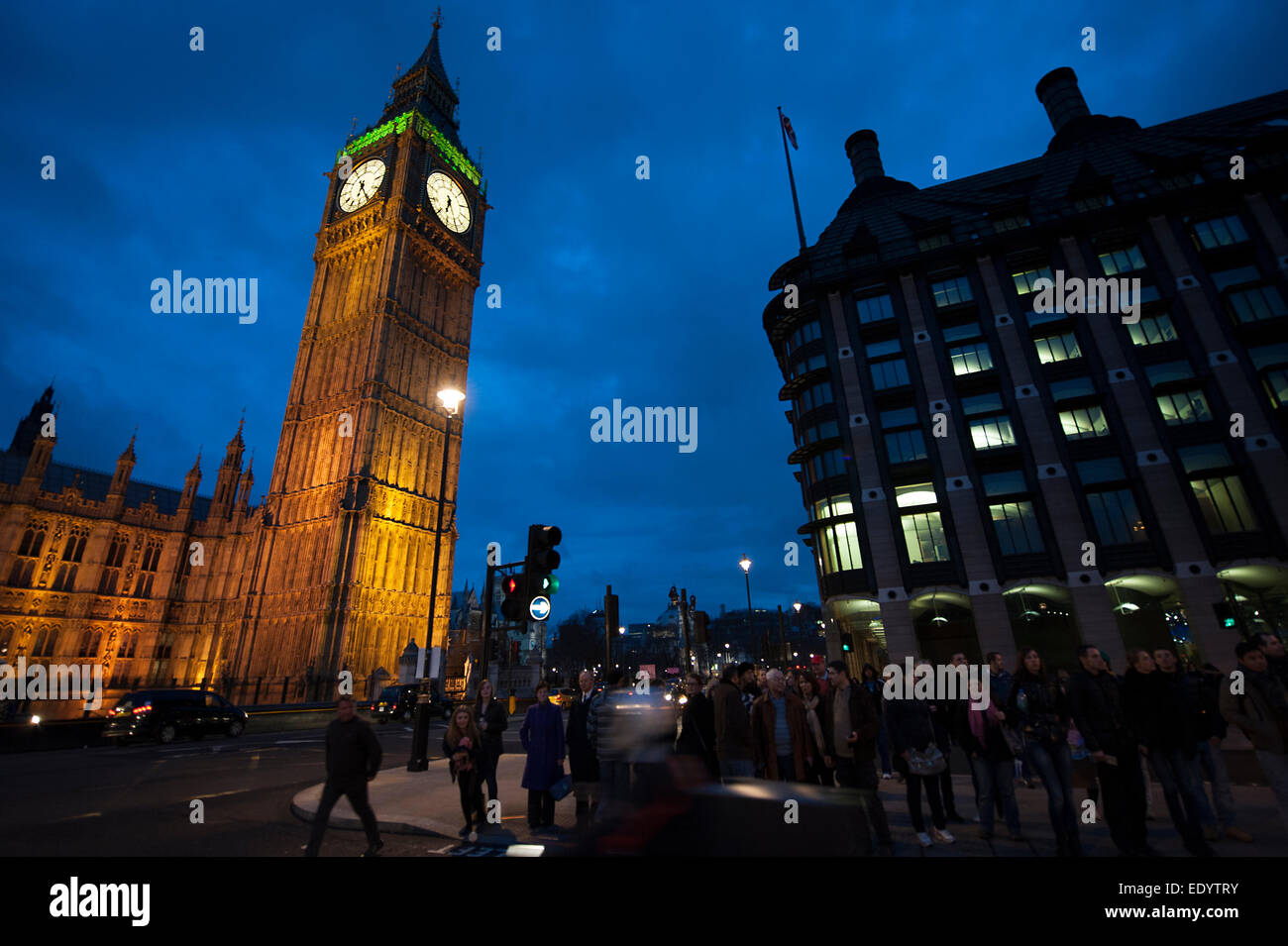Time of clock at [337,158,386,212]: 6:25
